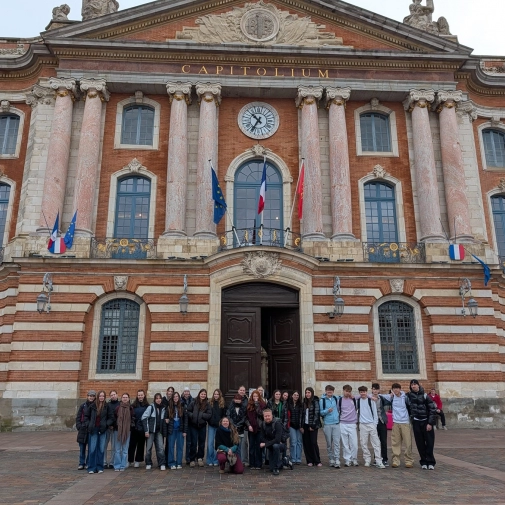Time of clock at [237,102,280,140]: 10:34
